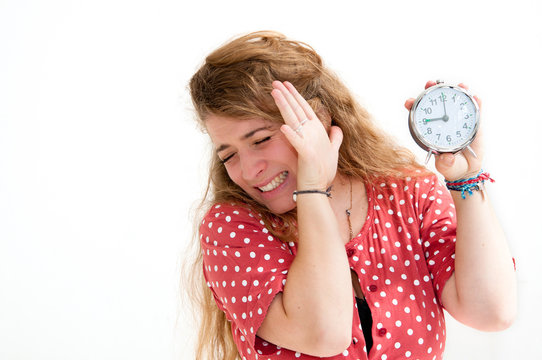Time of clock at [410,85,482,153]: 9:00
